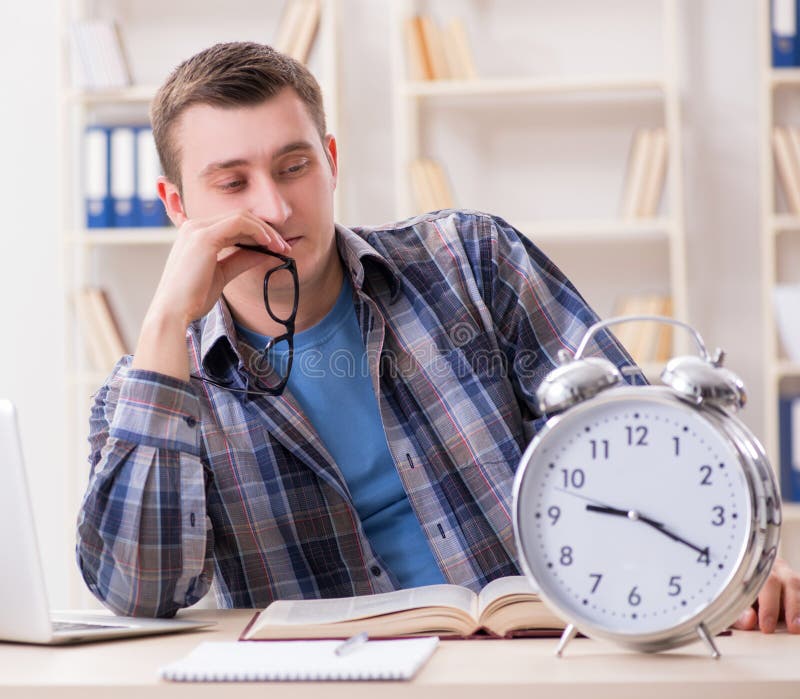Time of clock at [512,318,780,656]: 9:19
